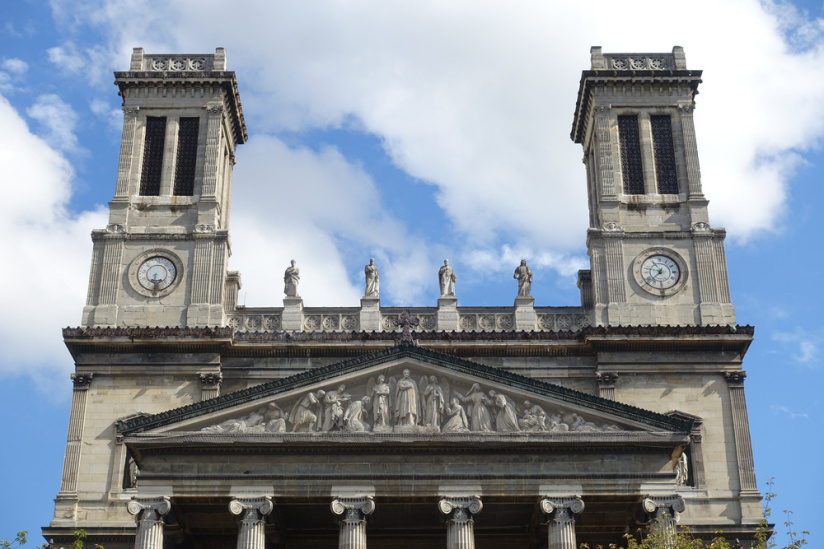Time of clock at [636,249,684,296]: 9:37
